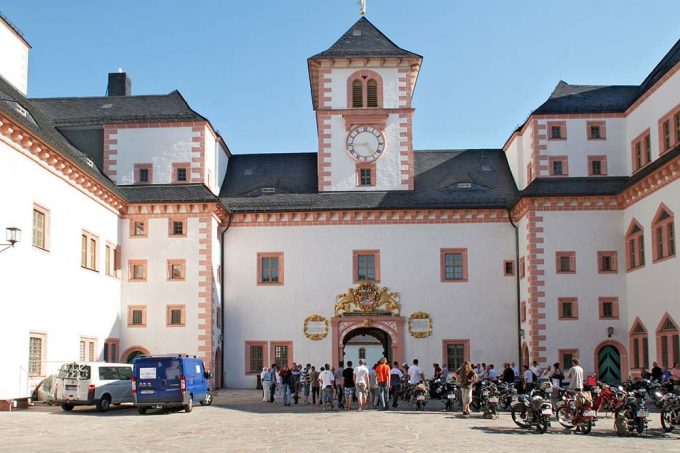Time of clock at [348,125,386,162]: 4:44
